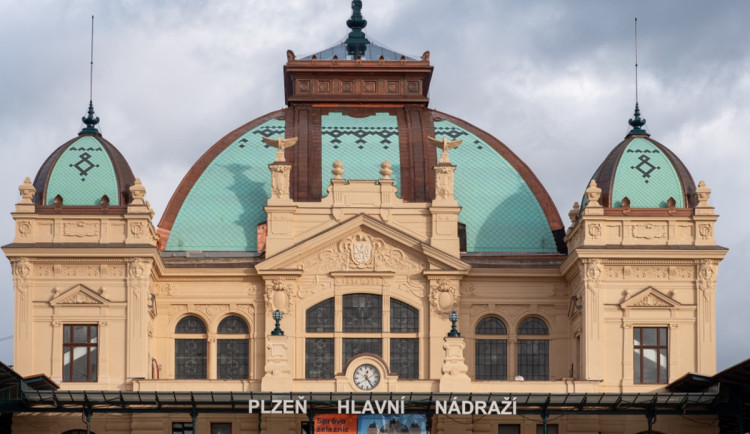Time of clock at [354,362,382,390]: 12:24
